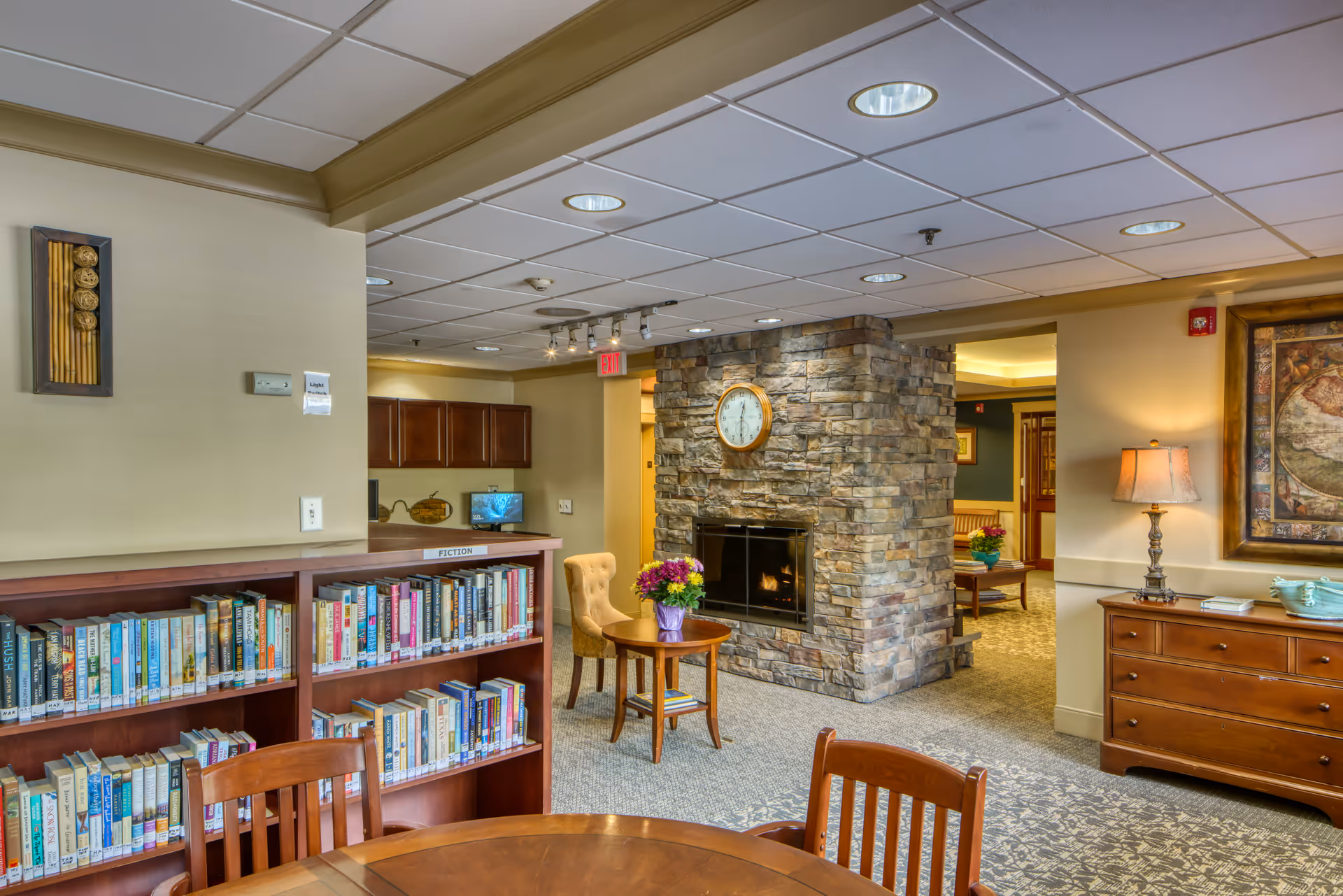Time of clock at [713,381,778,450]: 12:30
